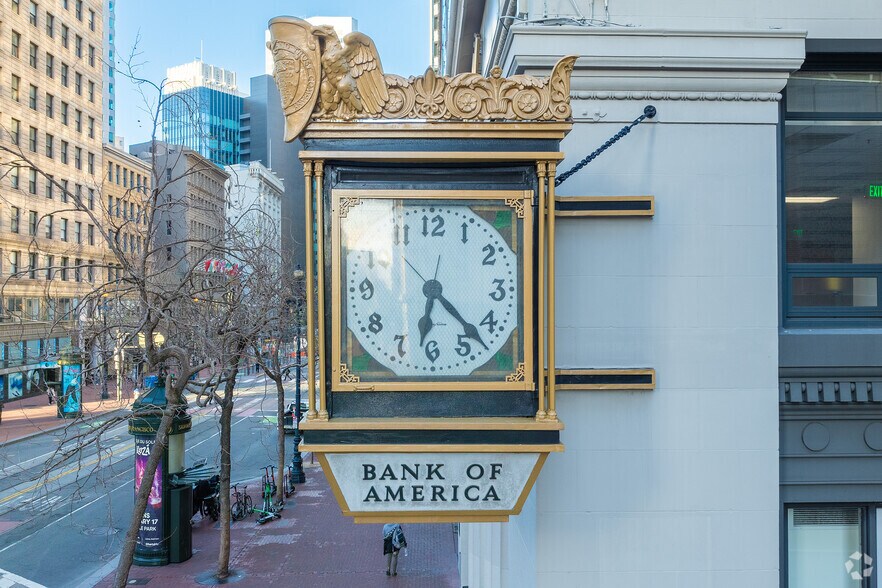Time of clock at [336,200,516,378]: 6:22
